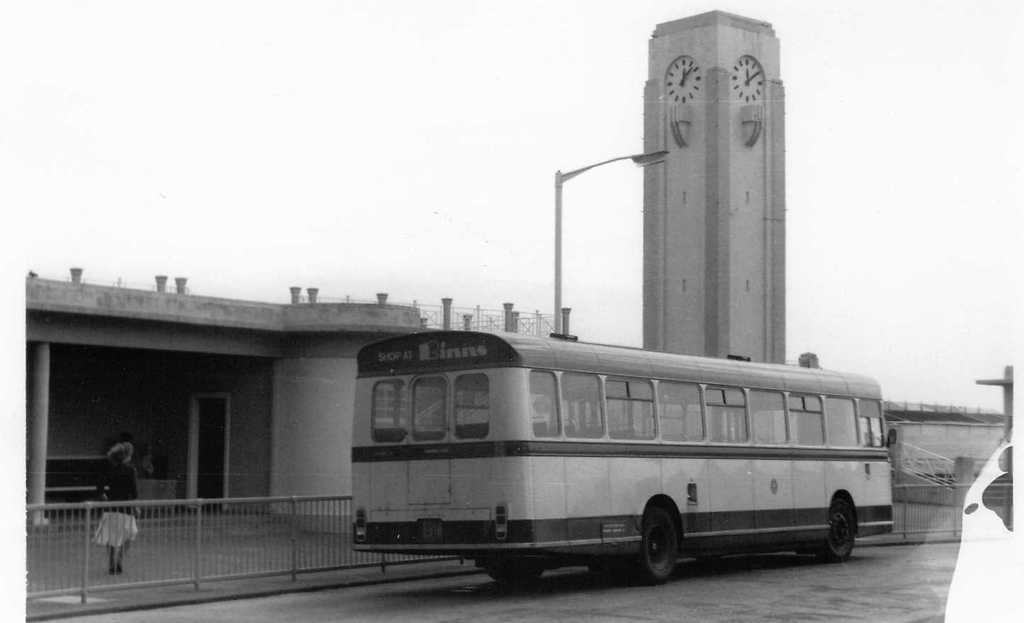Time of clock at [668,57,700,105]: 12:07
